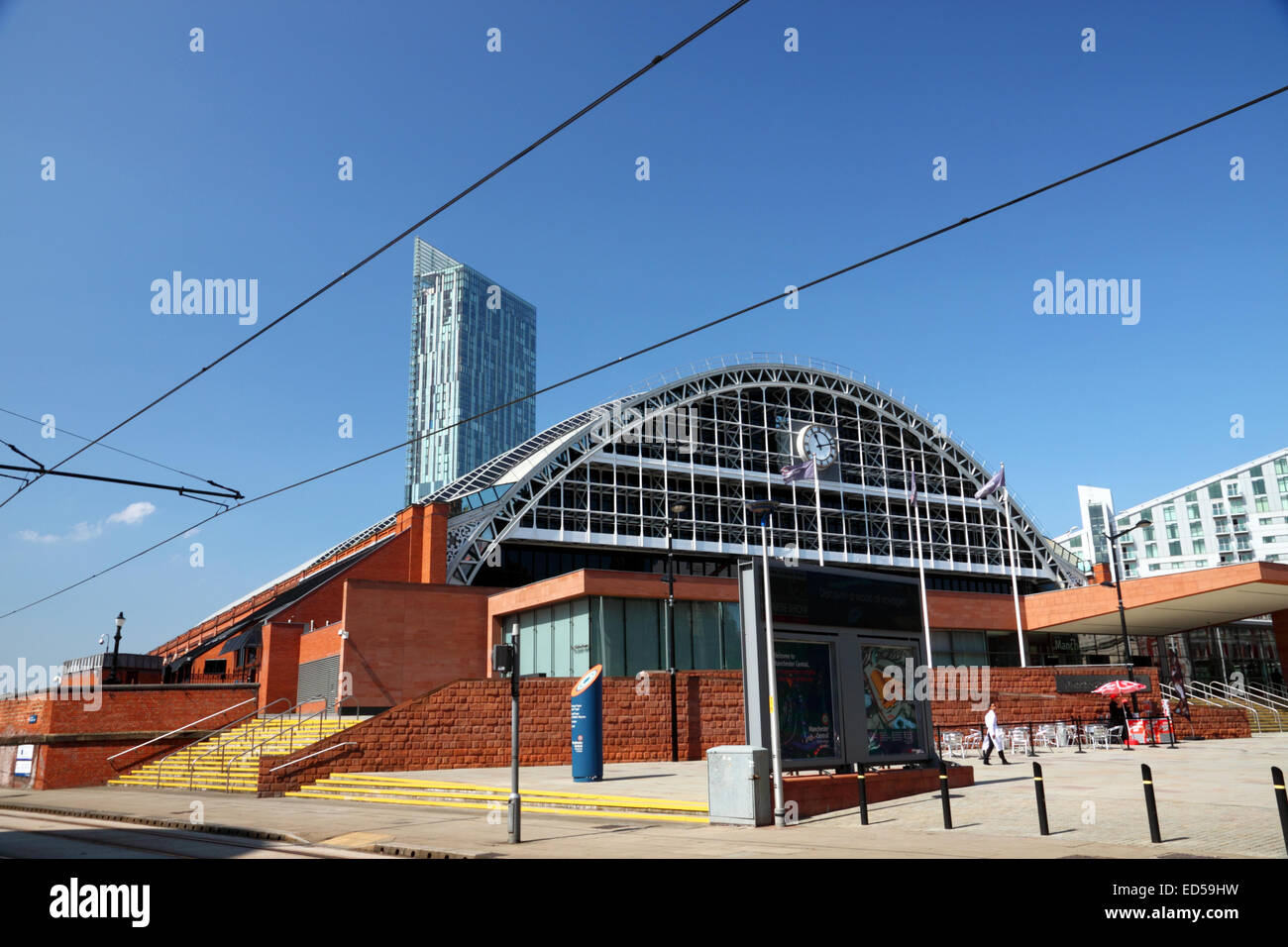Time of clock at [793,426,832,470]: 11:12
